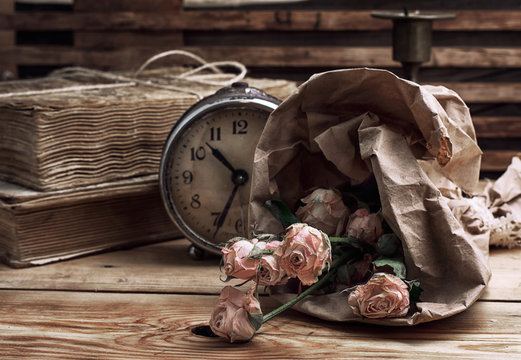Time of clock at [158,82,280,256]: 10:34
